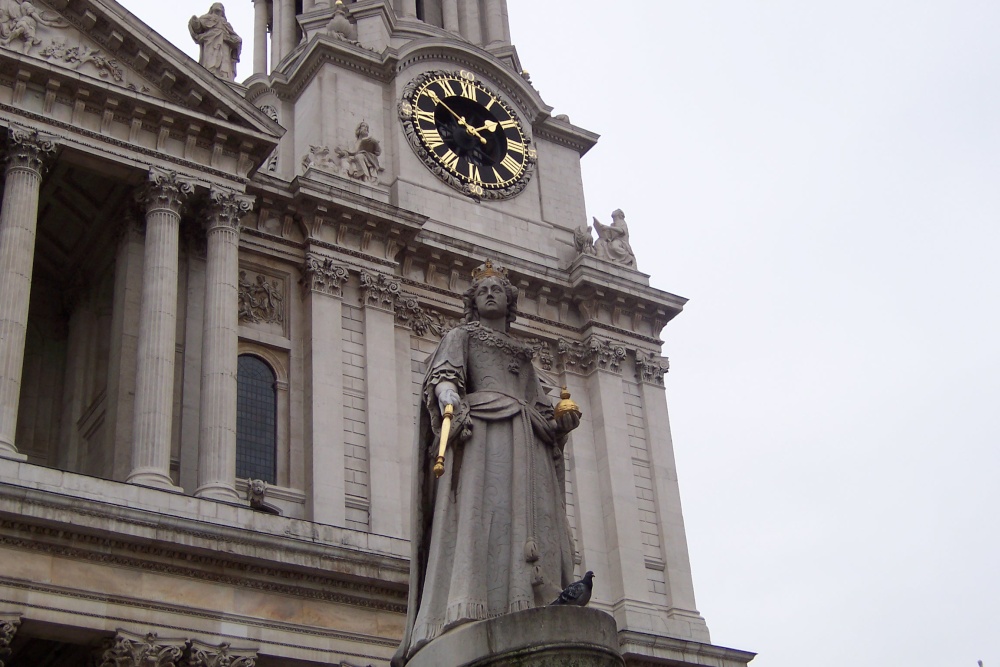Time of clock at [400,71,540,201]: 1:50
